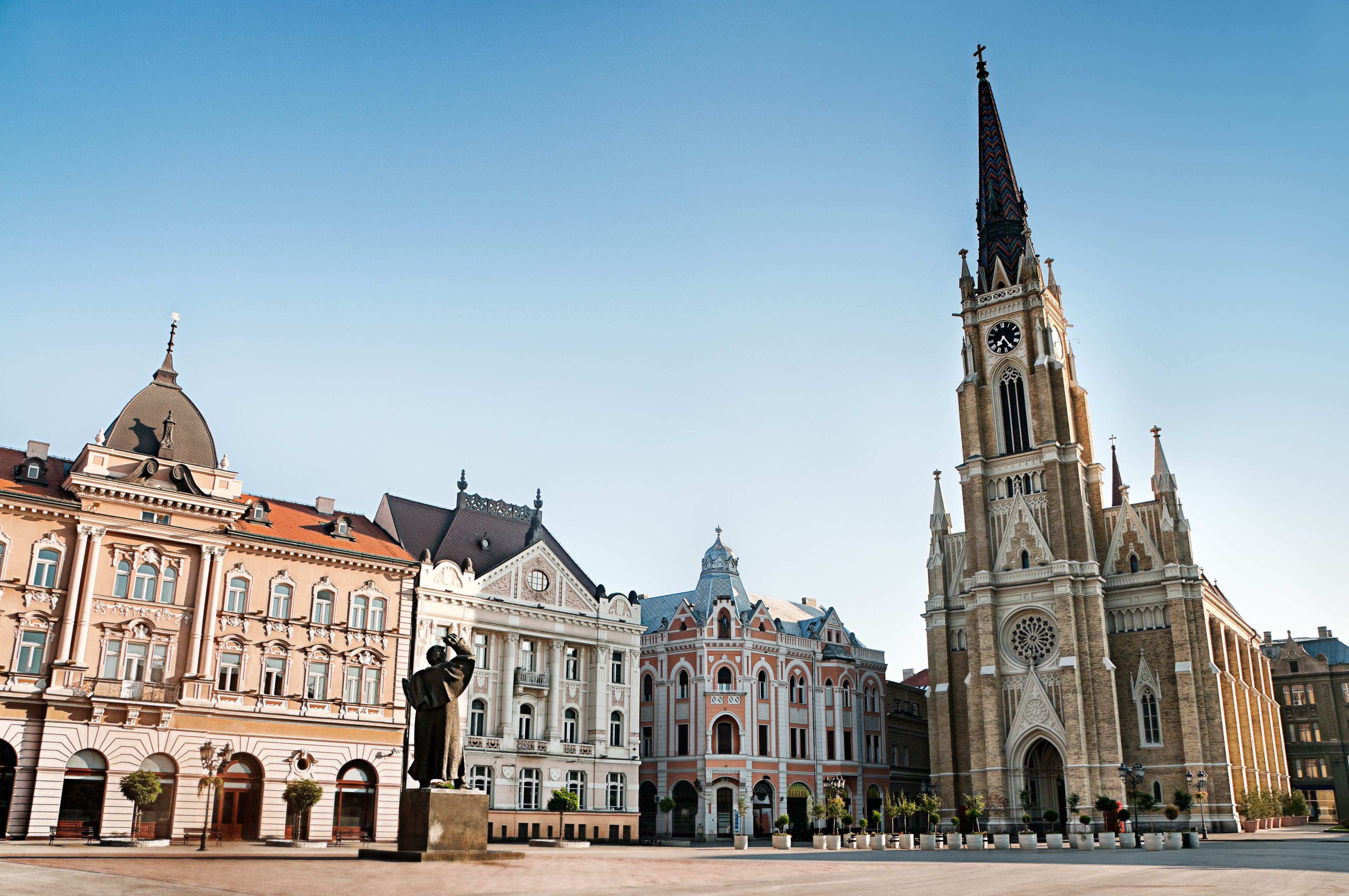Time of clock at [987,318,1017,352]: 7:25
